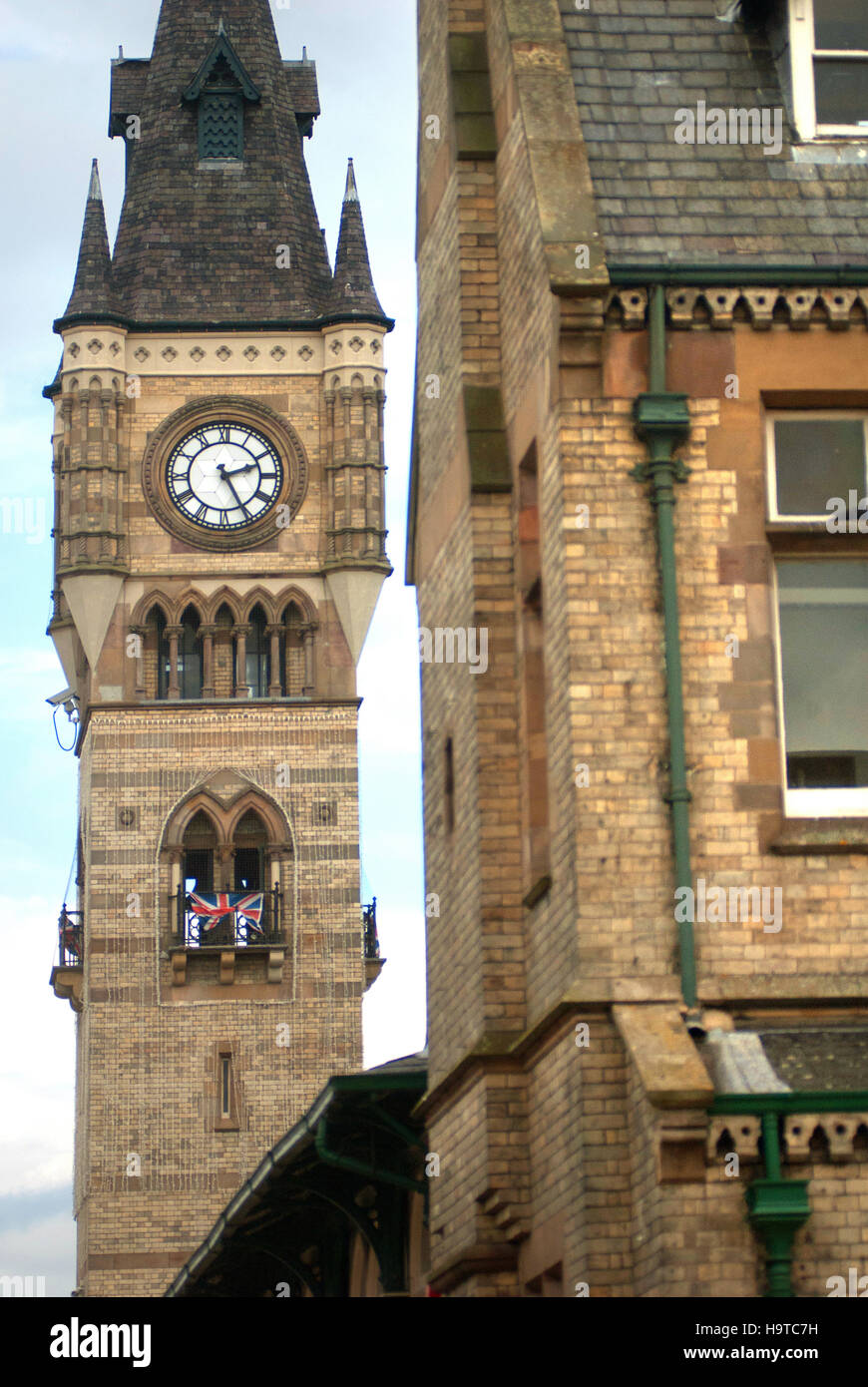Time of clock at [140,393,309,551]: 2:25
